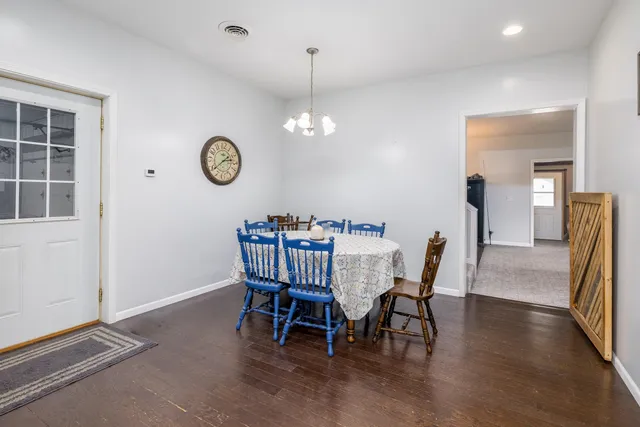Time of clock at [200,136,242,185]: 2:38
